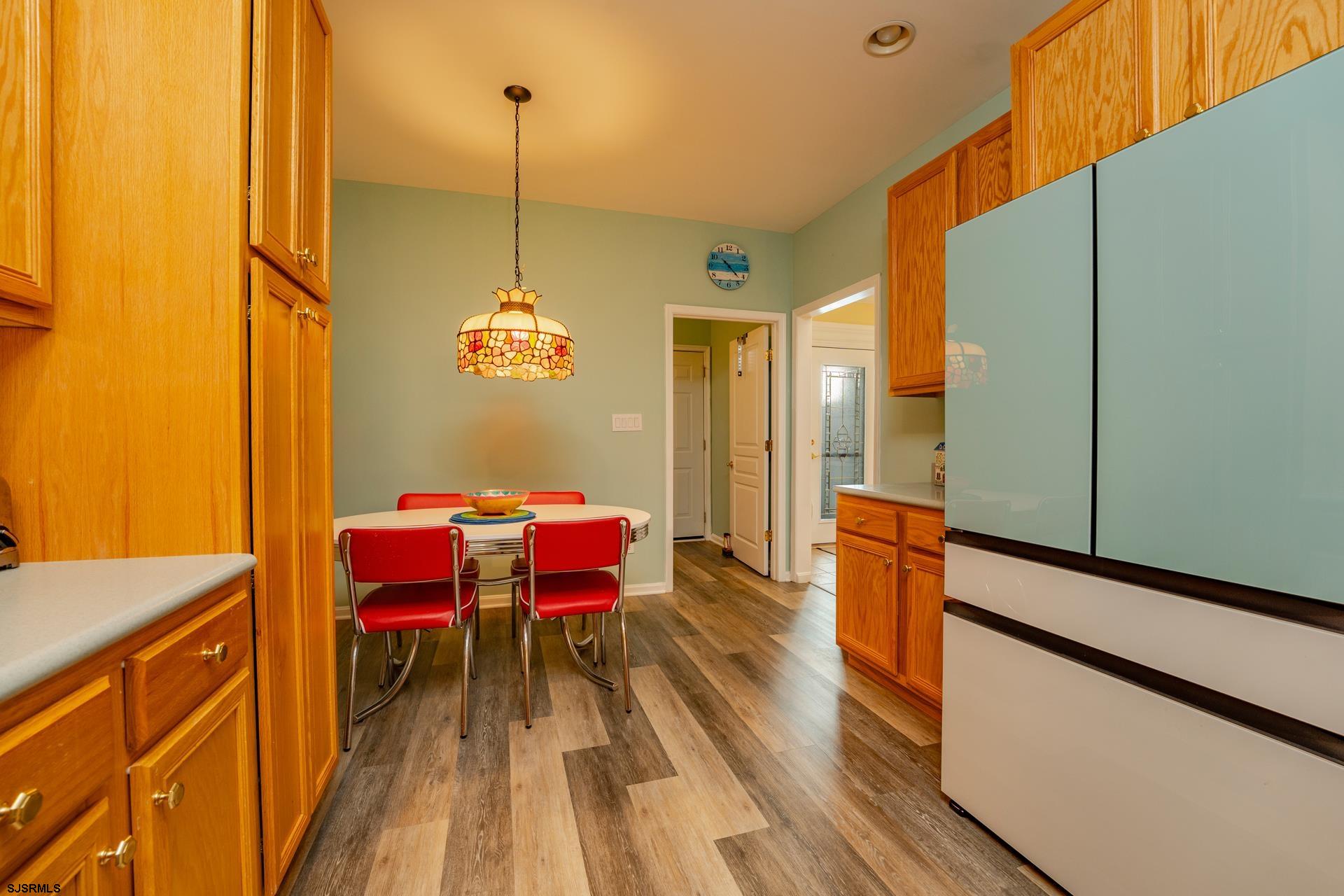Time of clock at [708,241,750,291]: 10:22
